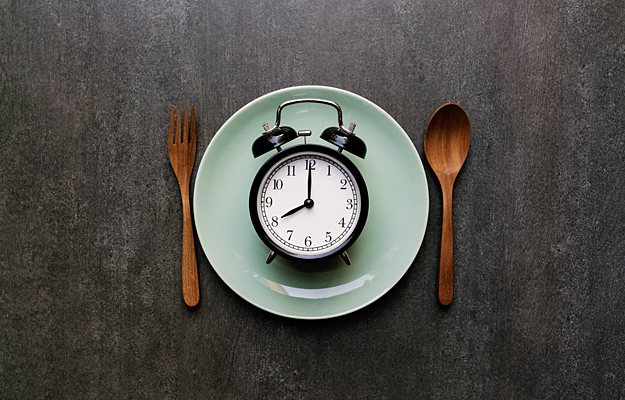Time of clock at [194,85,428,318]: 8:00
